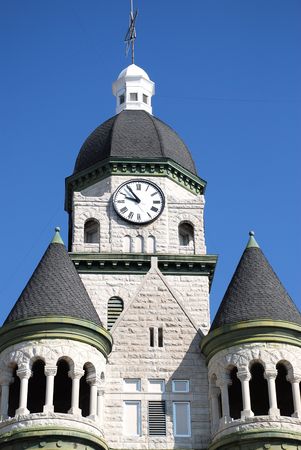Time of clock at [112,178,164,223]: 9:54
